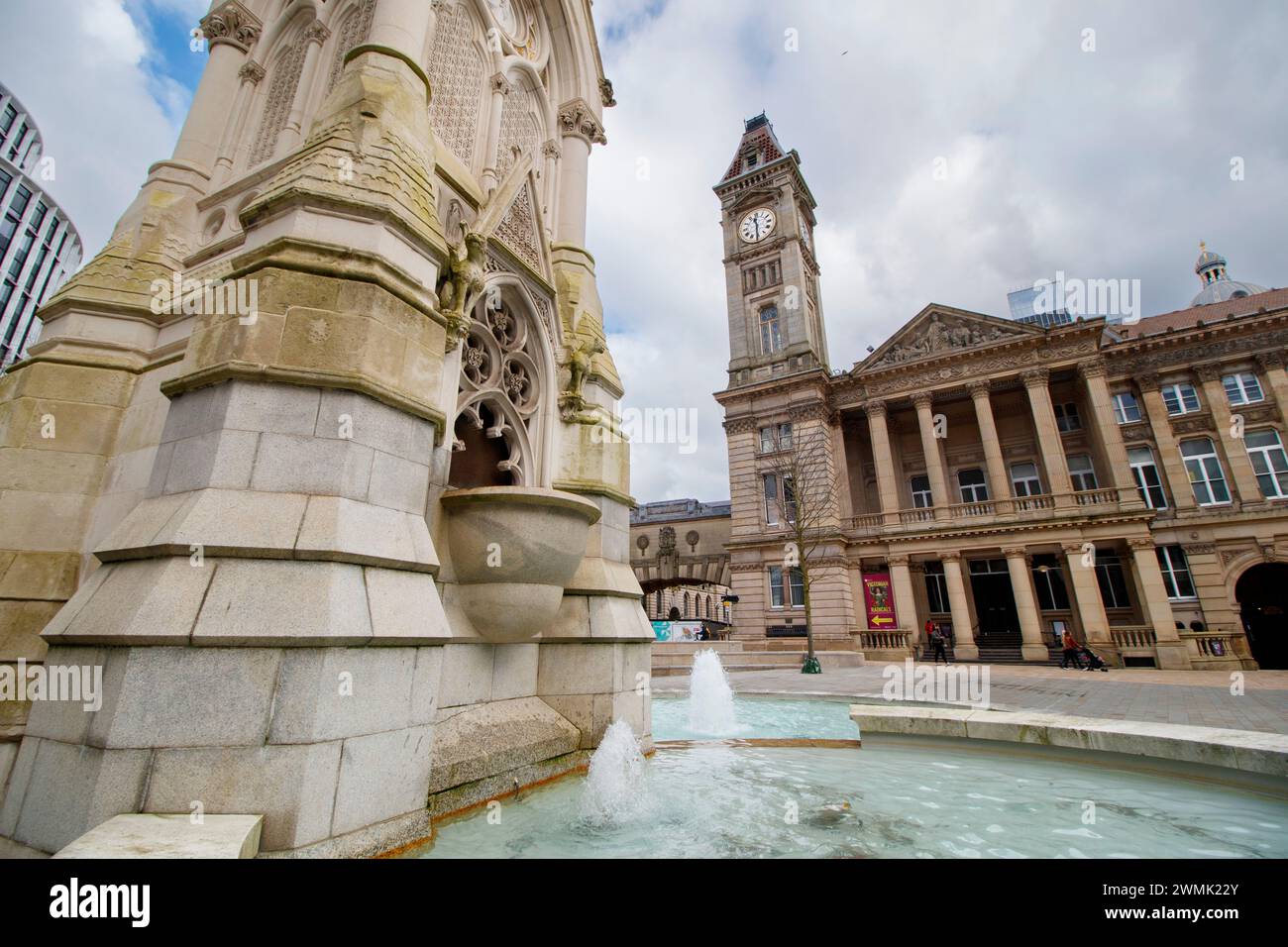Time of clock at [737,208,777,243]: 11:30
